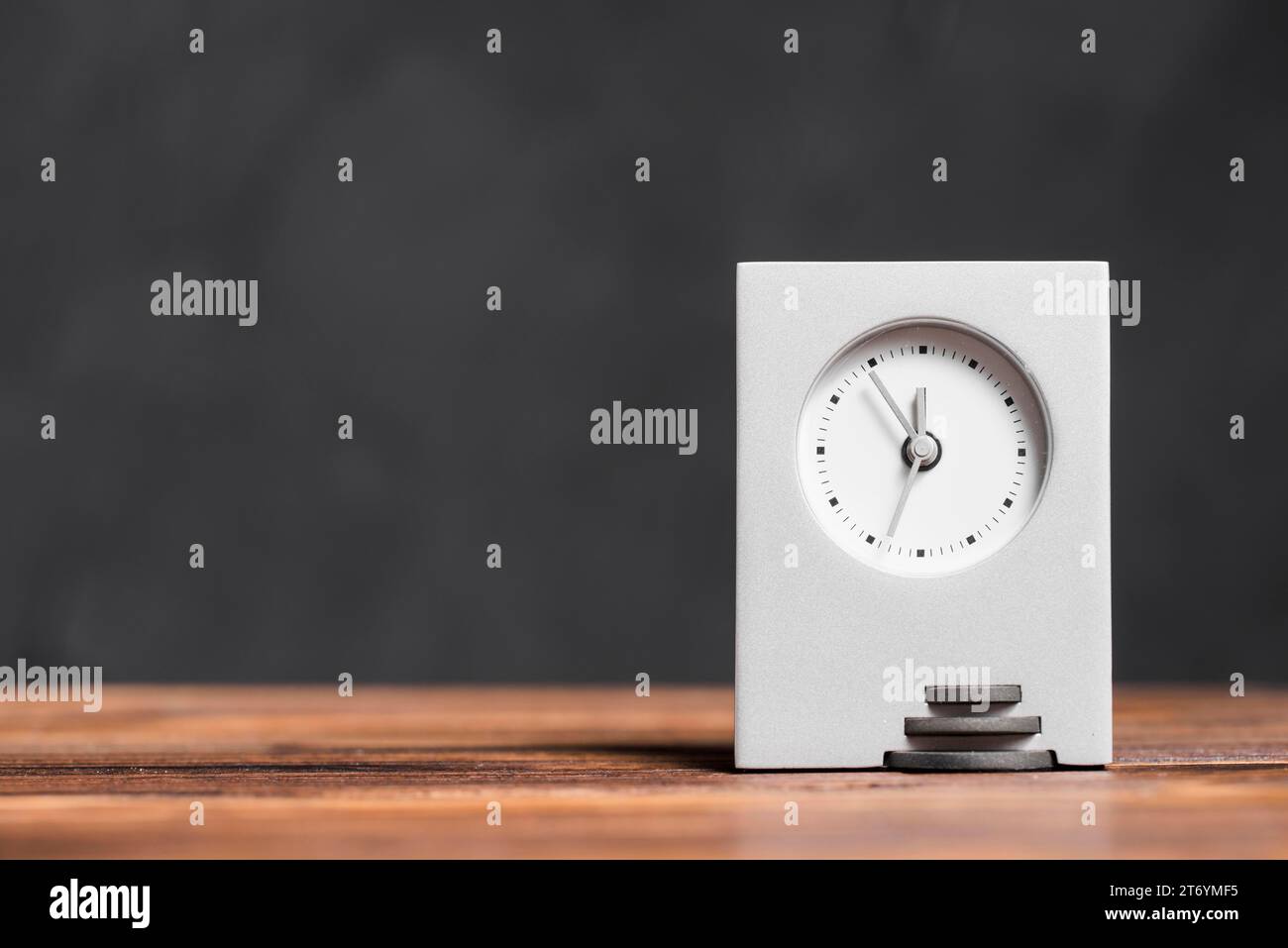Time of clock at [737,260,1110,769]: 12:33
